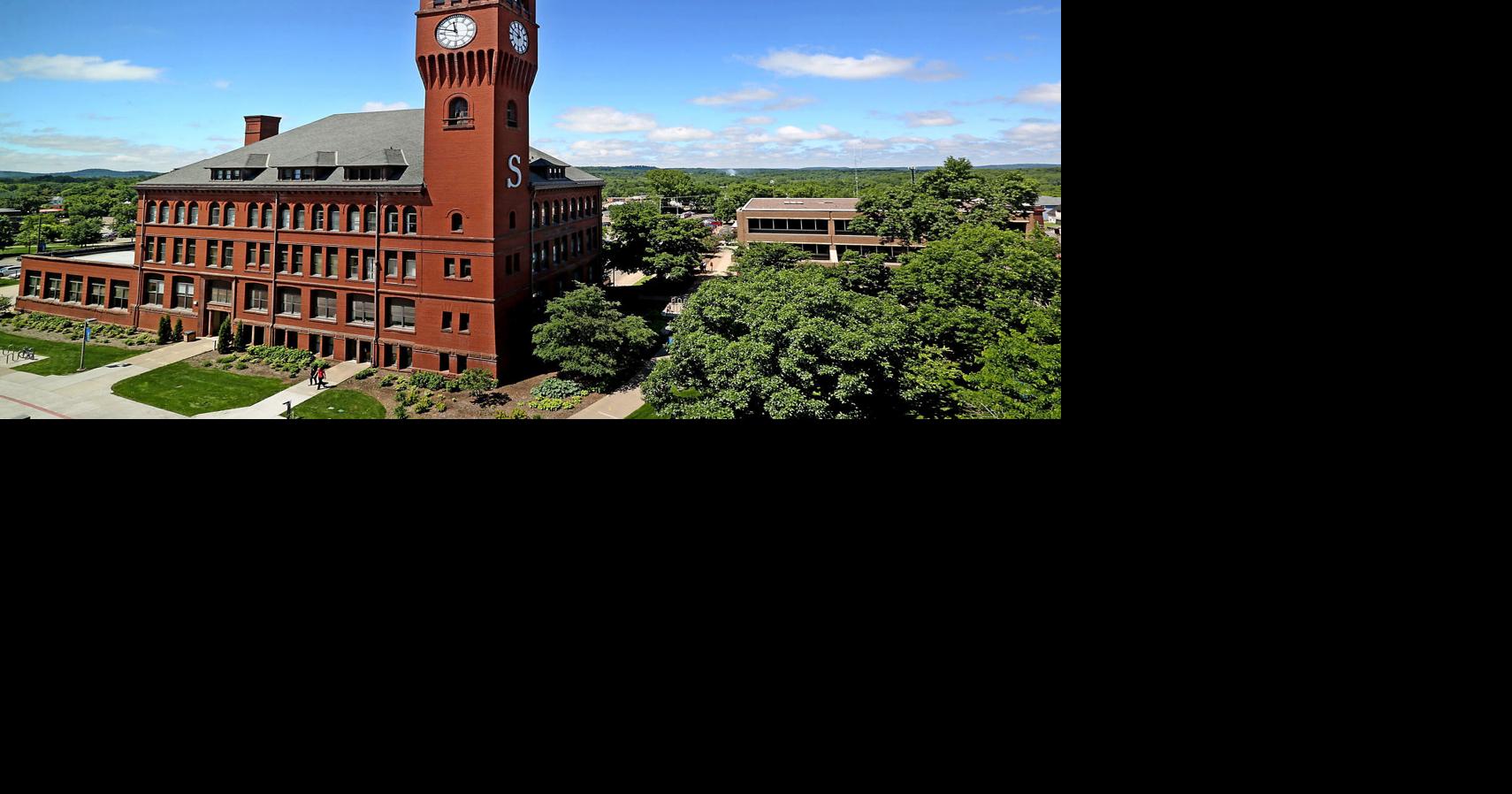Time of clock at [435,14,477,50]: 11:47
